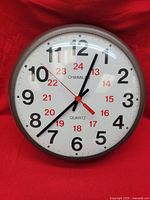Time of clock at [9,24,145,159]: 12:37
